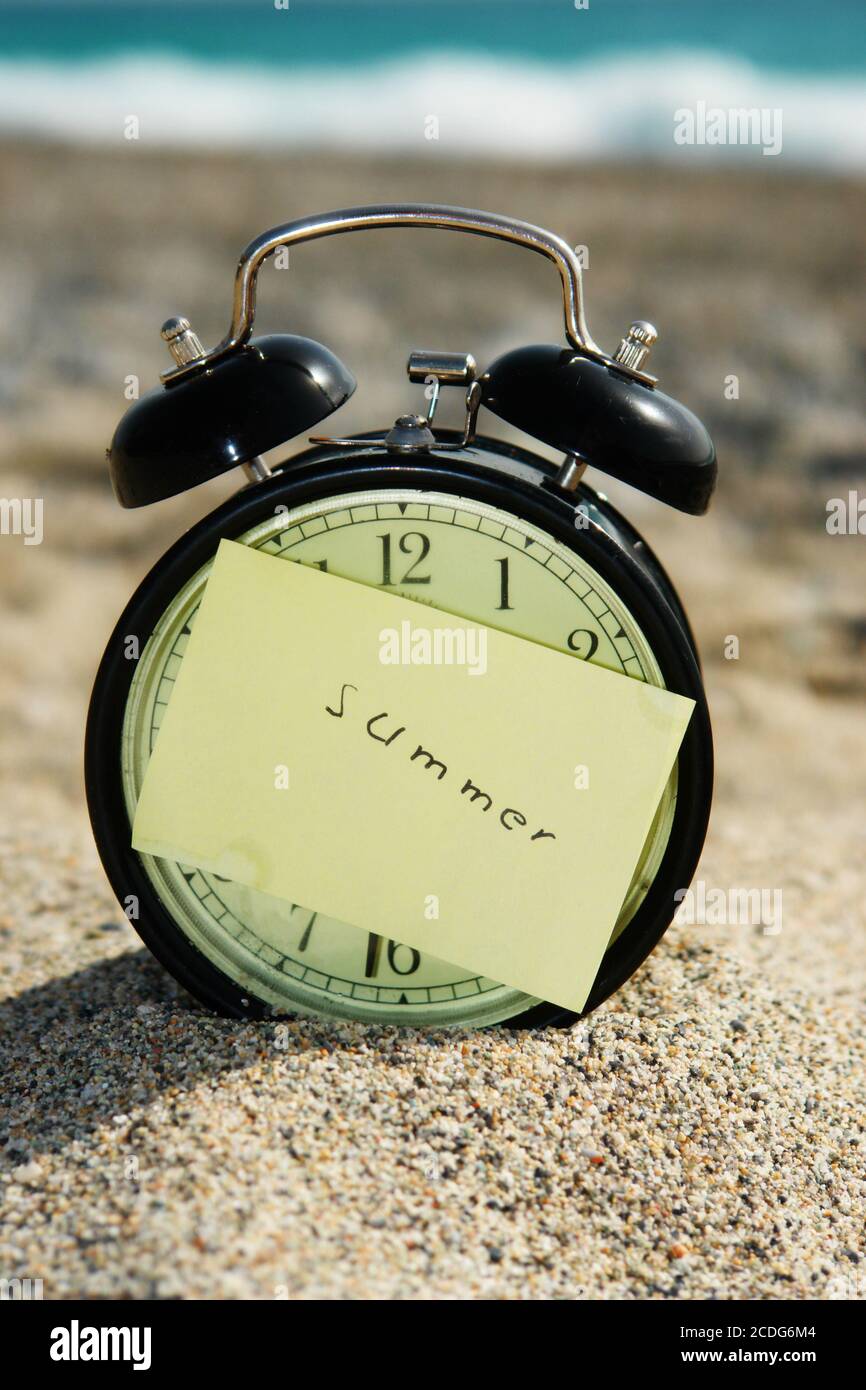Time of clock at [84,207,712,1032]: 4:20
